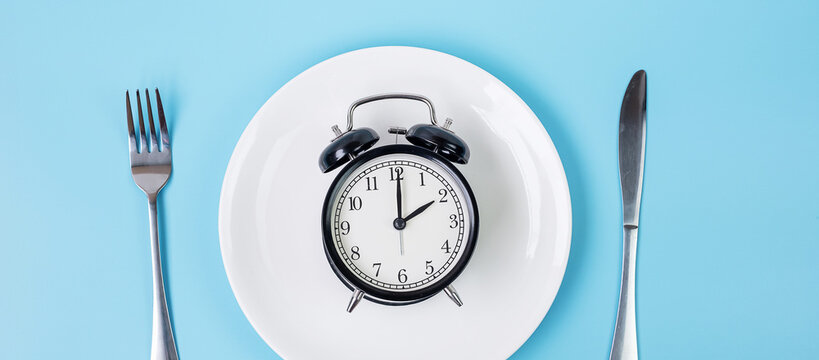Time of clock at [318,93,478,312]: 2:00
